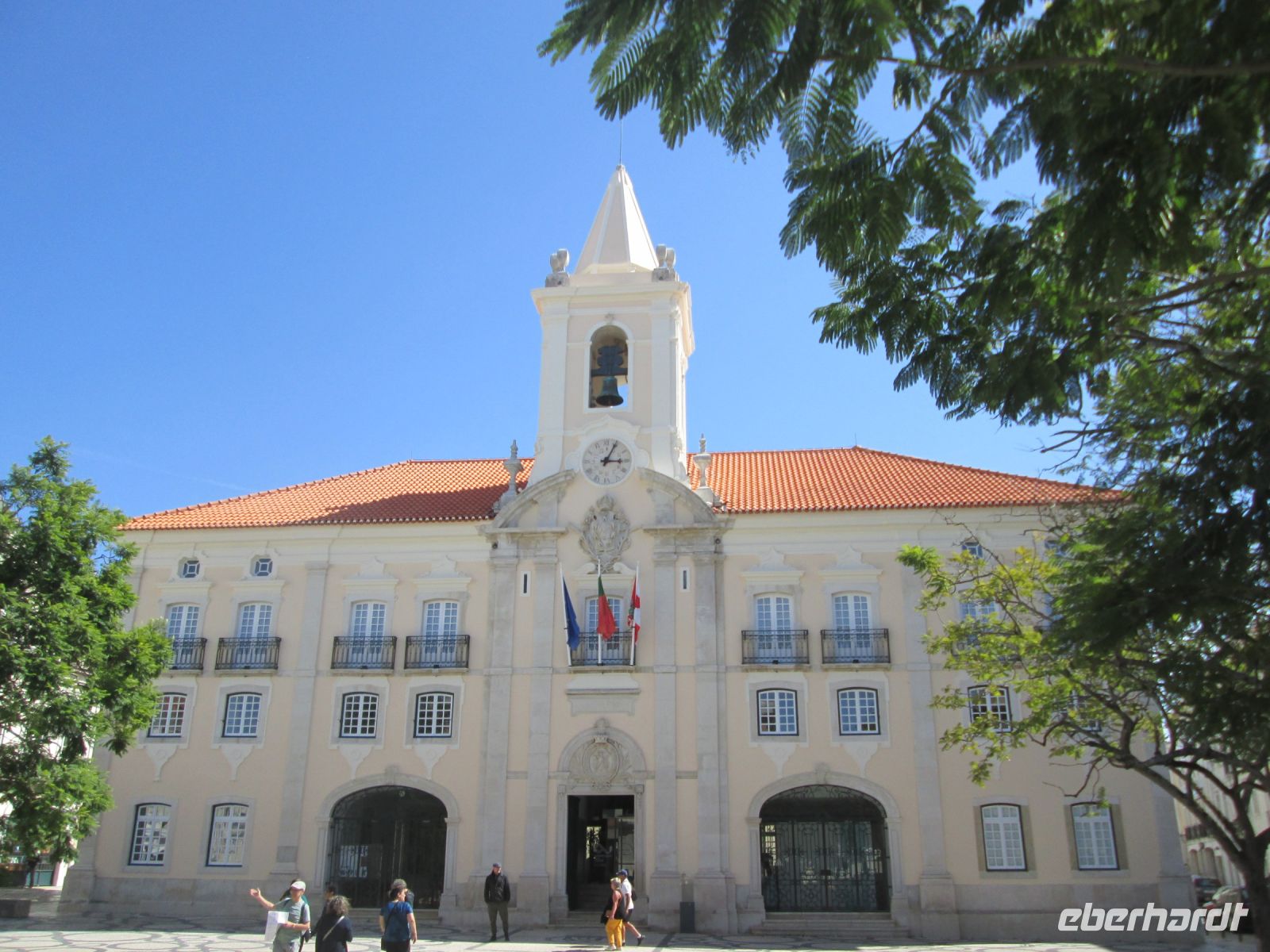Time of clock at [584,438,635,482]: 3:04
